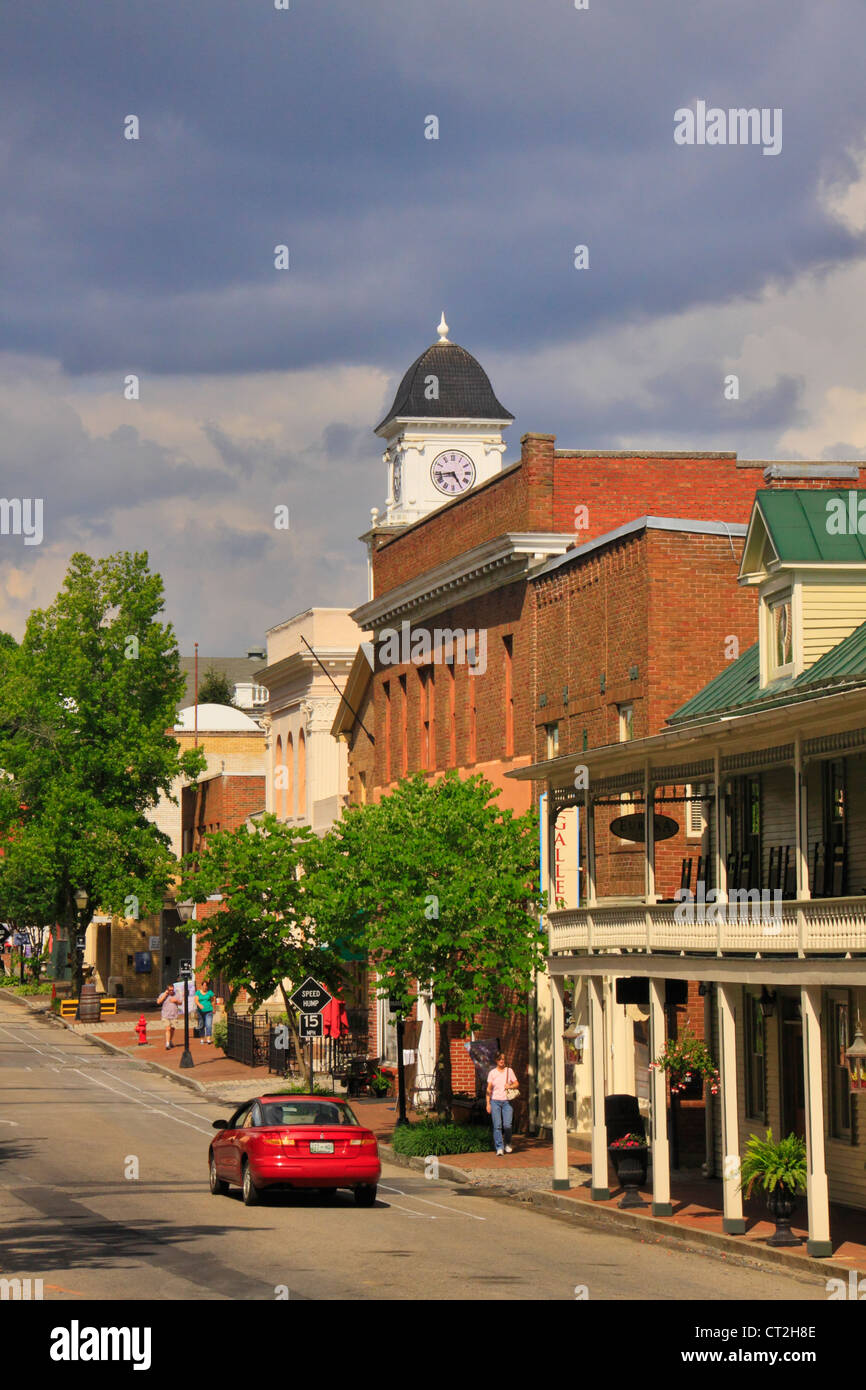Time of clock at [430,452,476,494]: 4:43
